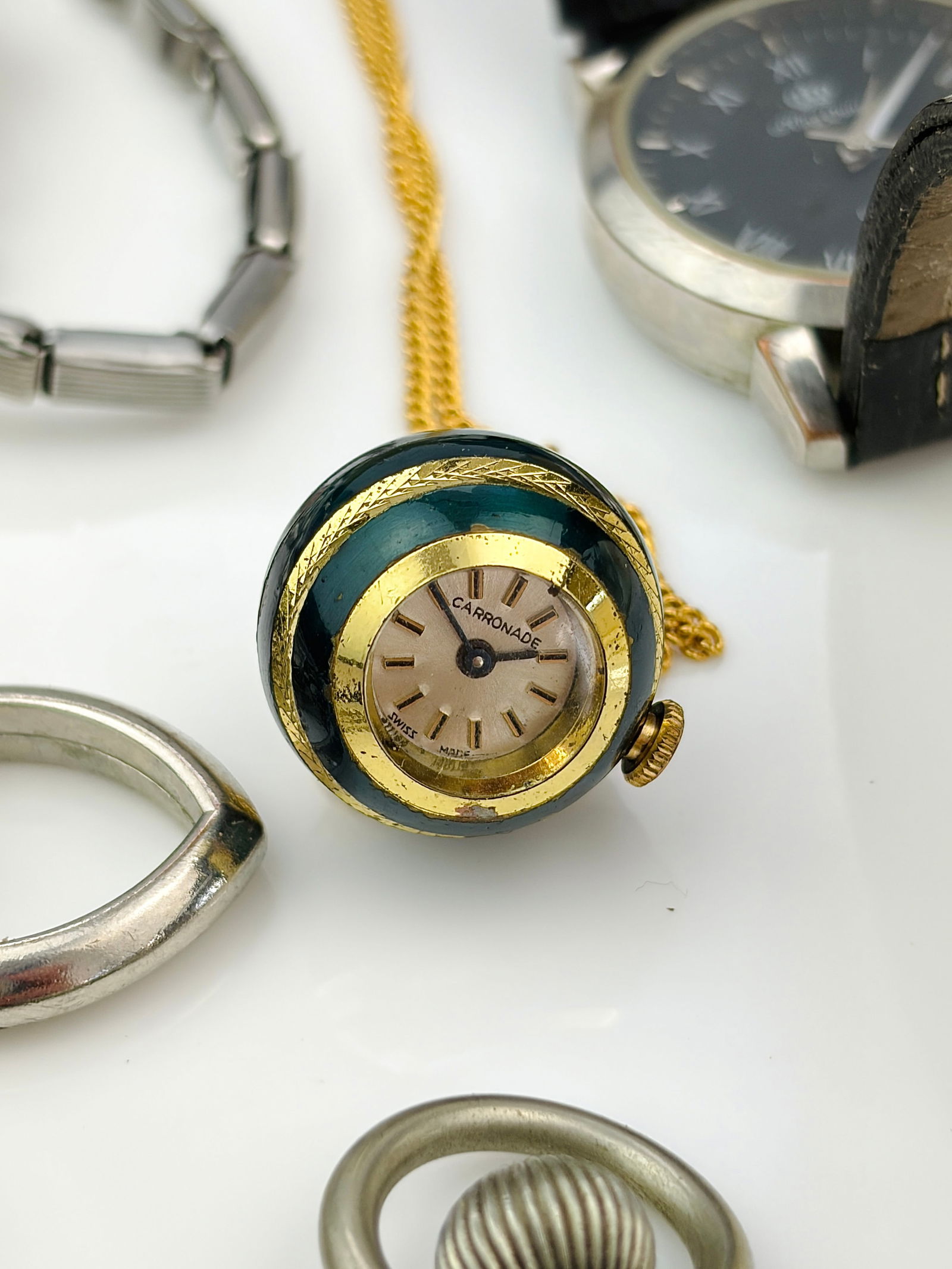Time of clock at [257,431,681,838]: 2:54
